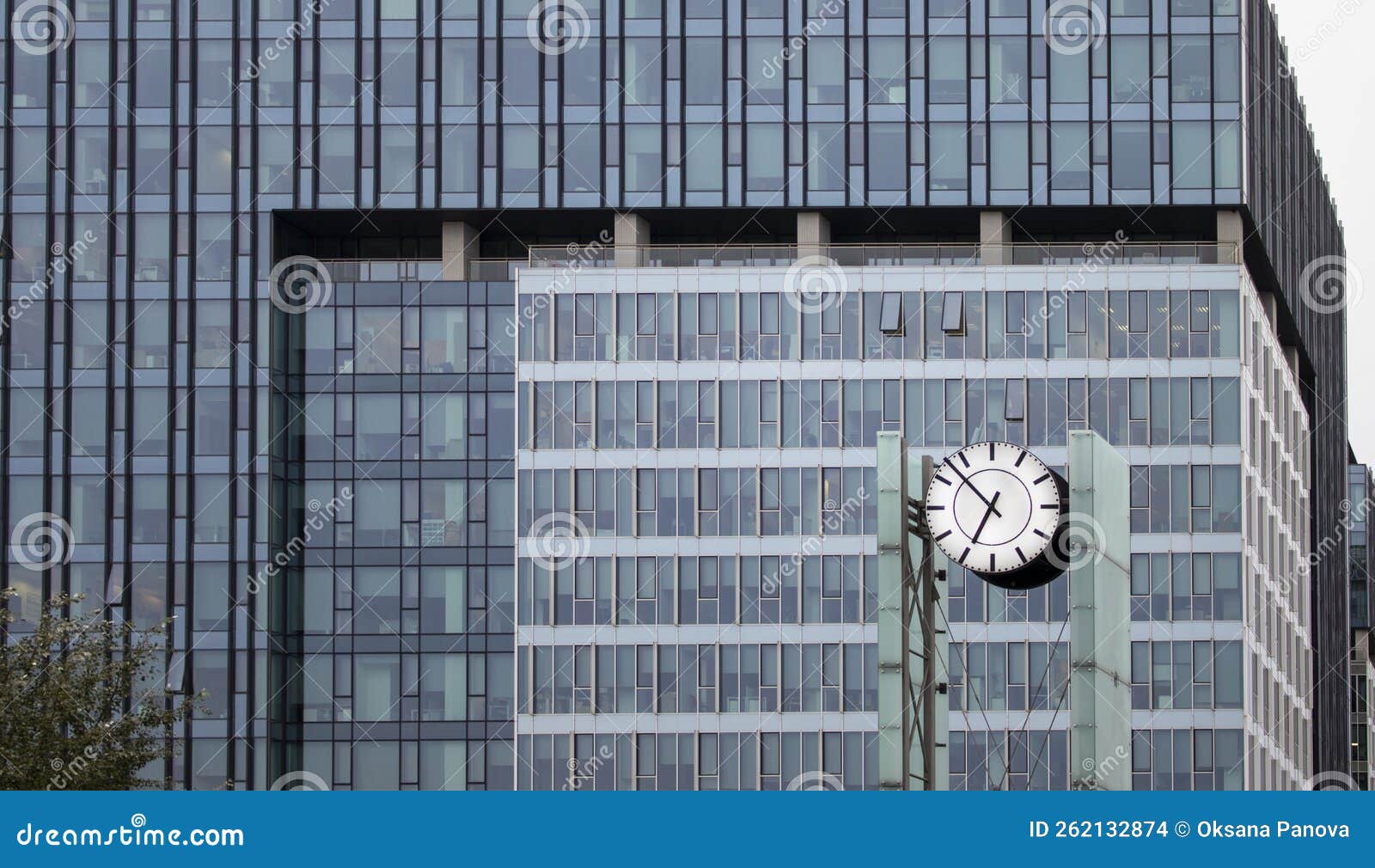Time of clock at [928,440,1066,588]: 6:52
